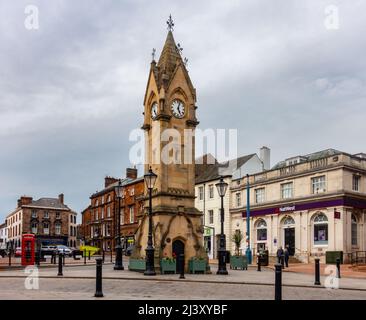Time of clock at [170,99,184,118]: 5:03
